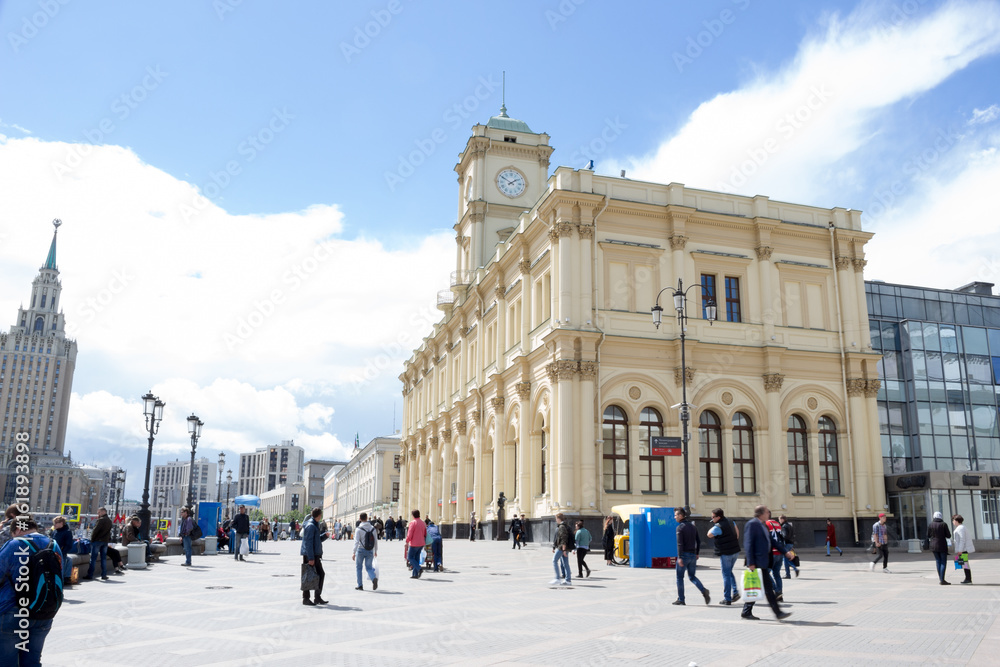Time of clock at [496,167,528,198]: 1:50
